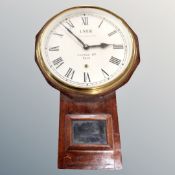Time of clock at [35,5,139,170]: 2:53
